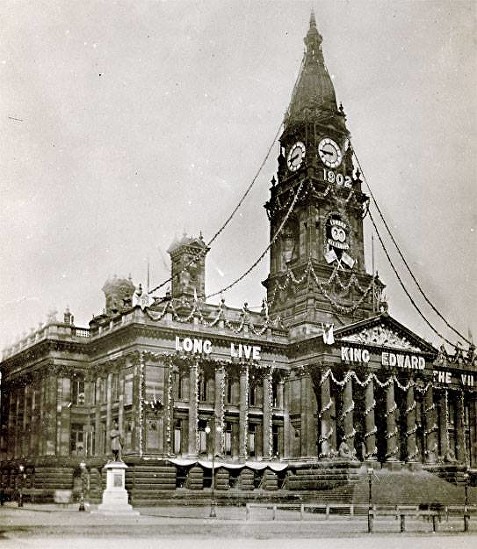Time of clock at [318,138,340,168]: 8:45
